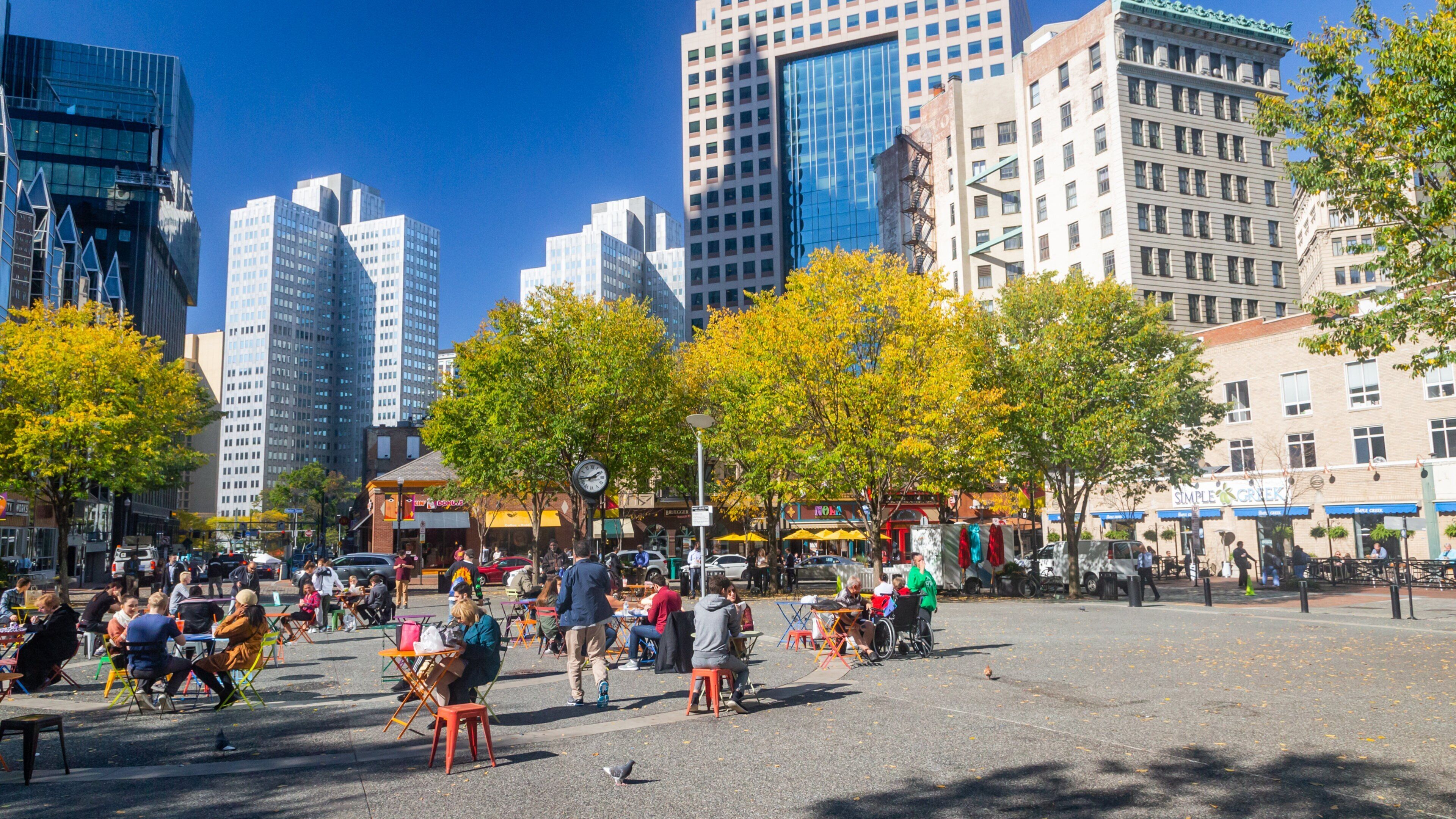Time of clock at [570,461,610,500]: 1:43
